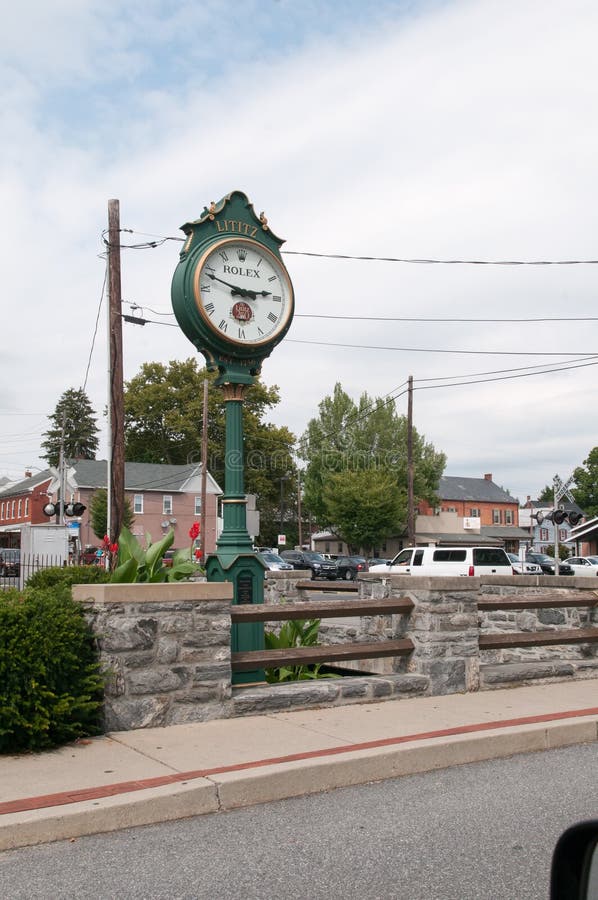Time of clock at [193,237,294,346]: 2:48
